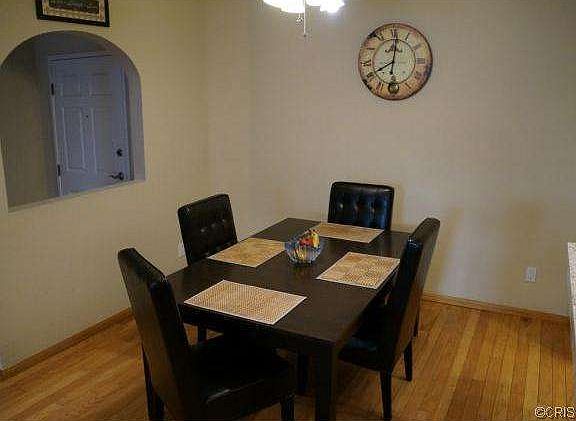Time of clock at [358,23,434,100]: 8:01
